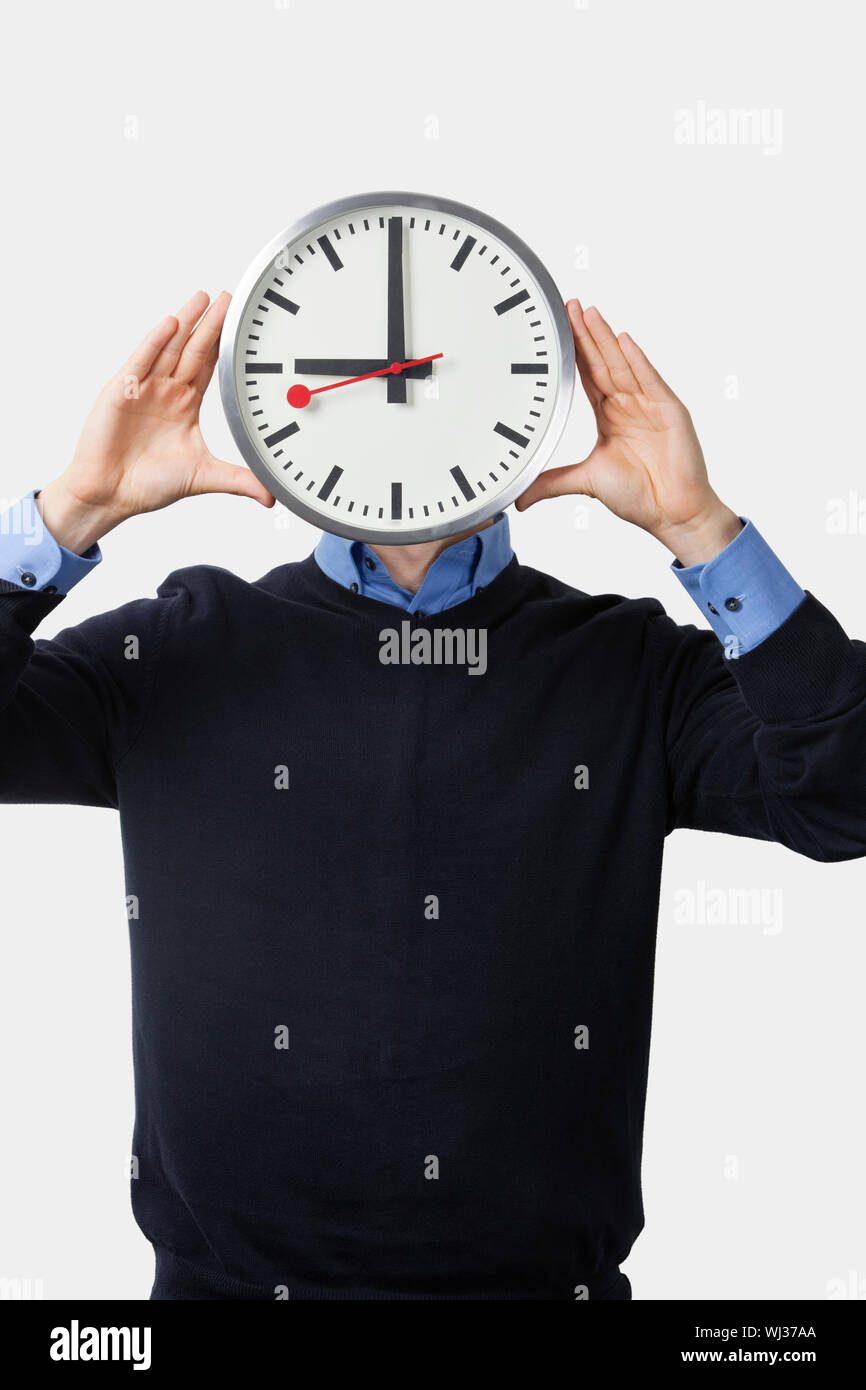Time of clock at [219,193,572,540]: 8:59
